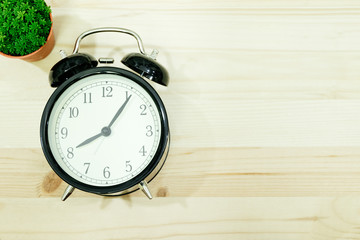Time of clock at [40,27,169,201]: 8:06
